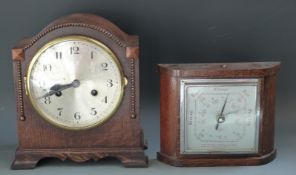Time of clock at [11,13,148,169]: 8:41
